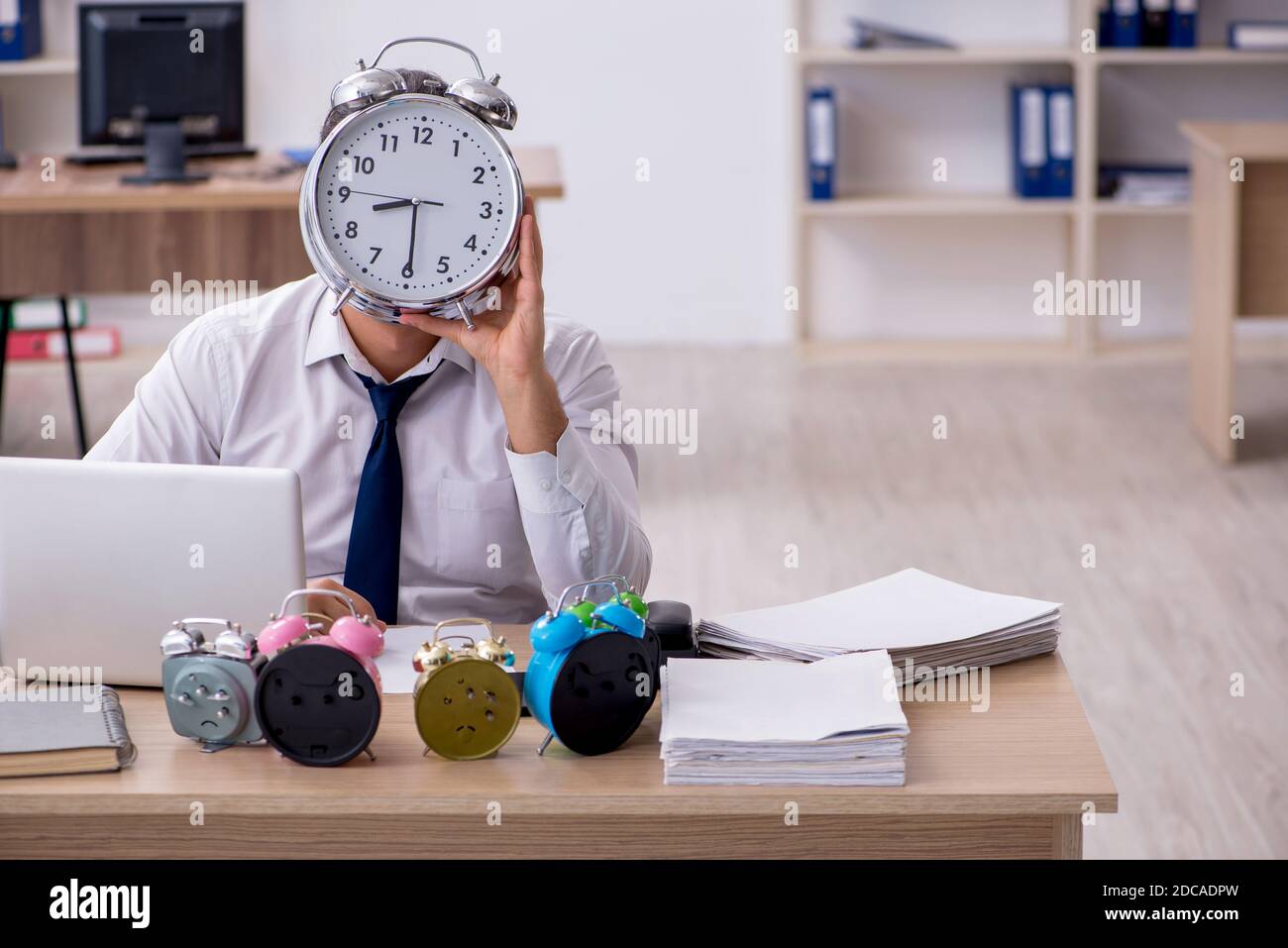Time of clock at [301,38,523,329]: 8:29
